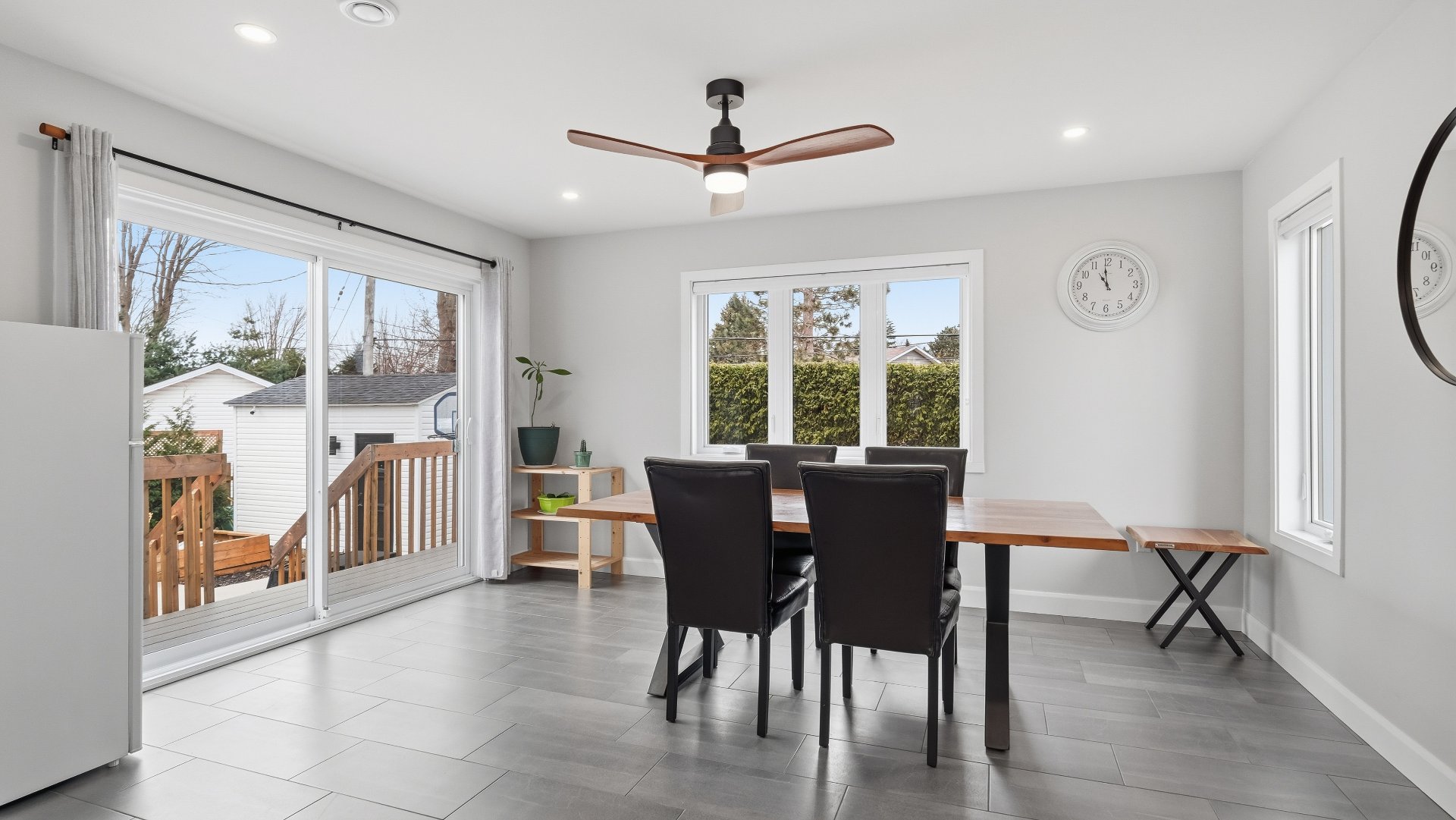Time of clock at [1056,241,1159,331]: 10:59
